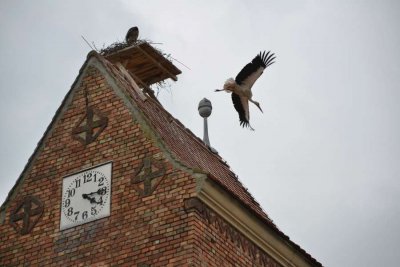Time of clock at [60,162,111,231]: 4:14
